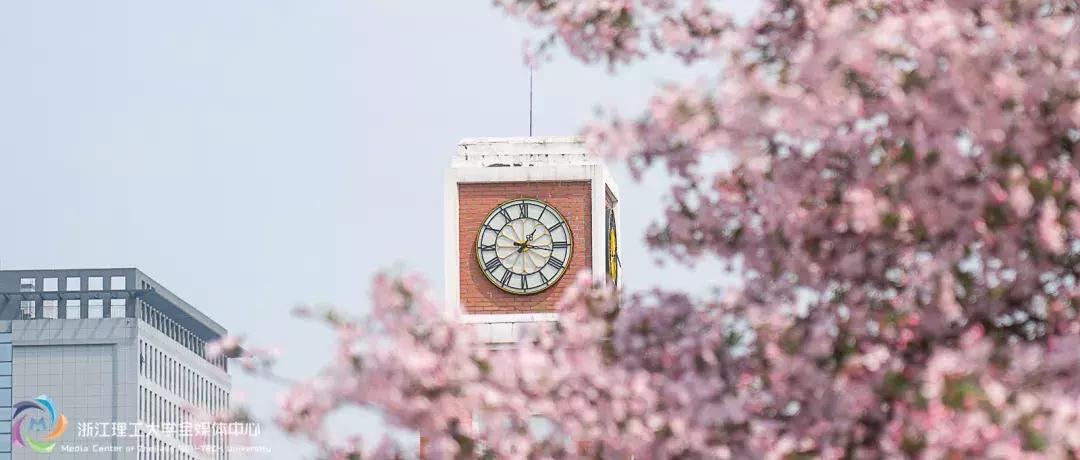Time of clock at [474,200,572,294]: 1:16
